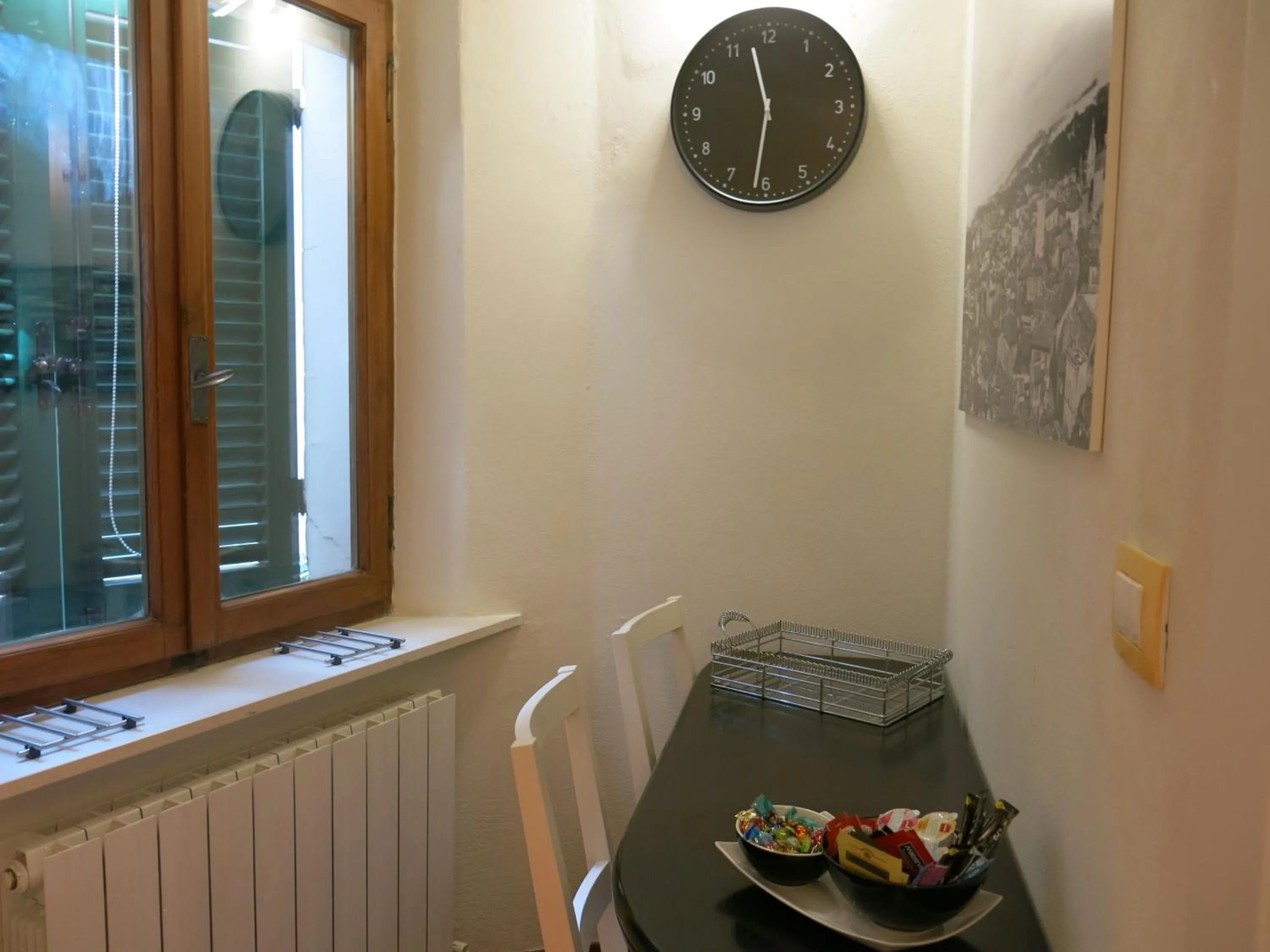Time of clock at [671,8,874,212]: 11:31
